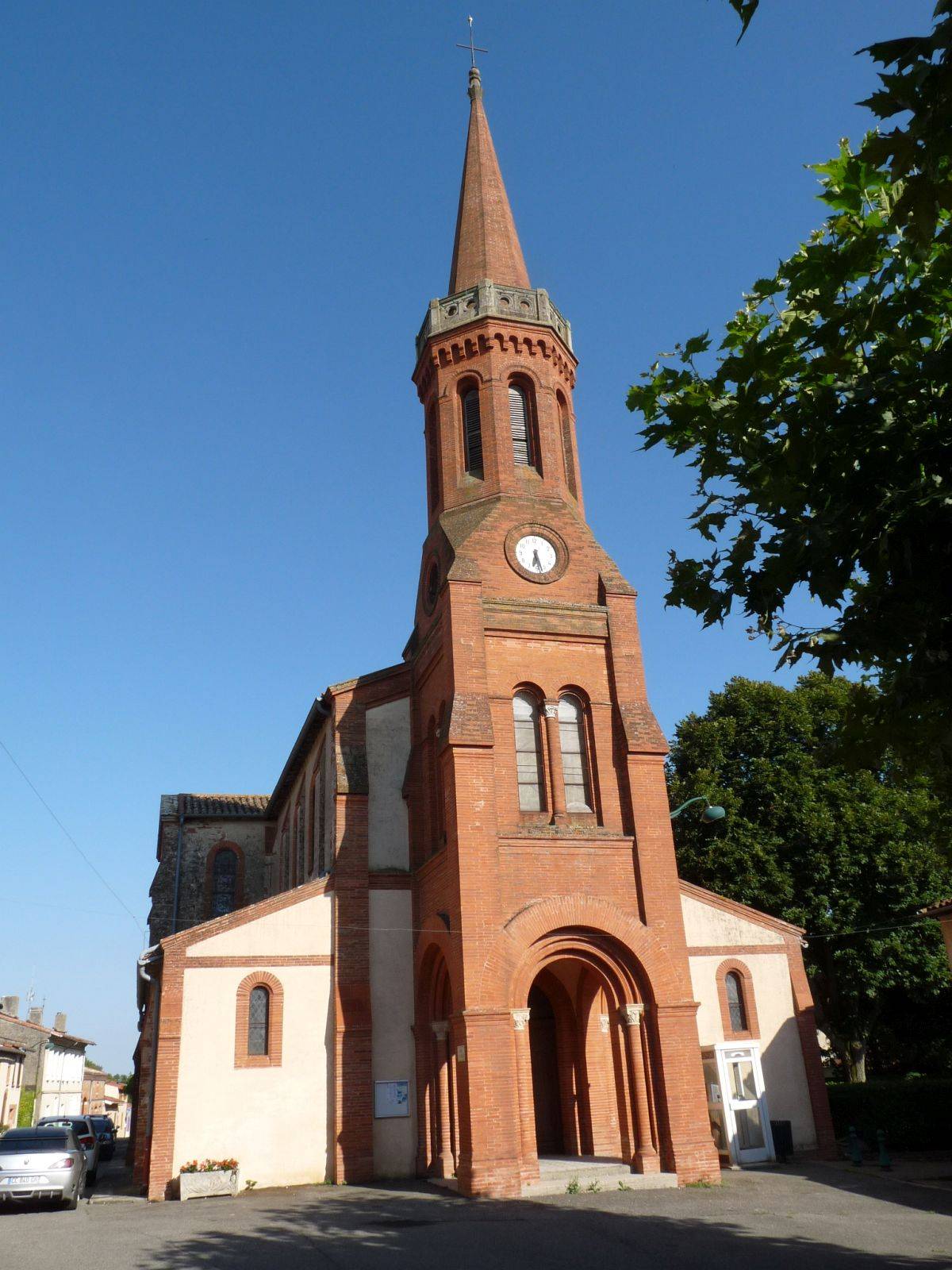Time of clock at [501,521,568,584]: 6:27
